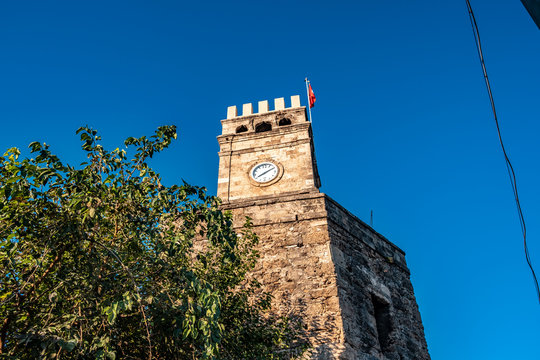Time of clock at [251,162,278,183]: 8:10
